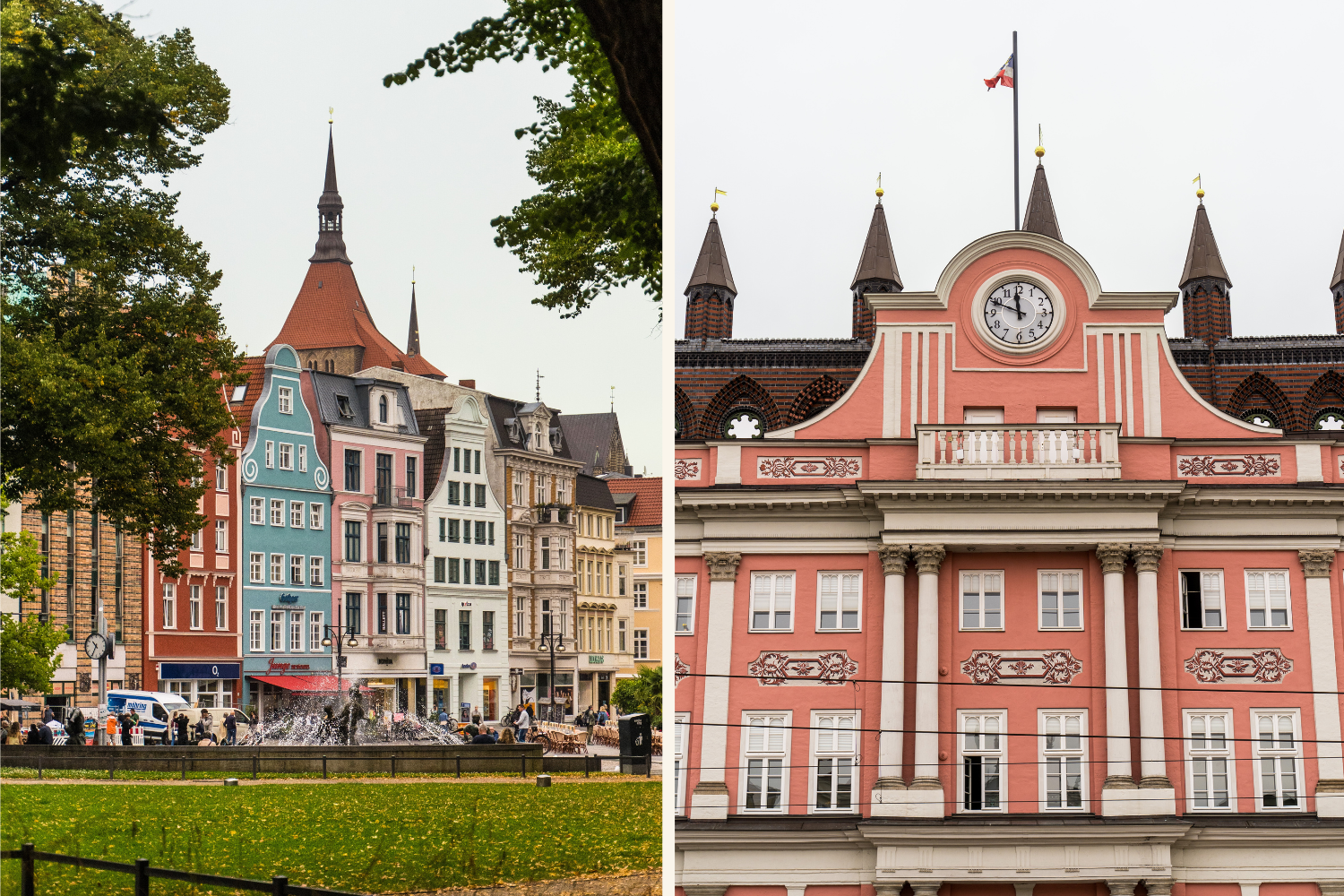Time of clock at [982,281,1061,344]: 11:48
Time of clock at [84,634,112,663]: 10:34
